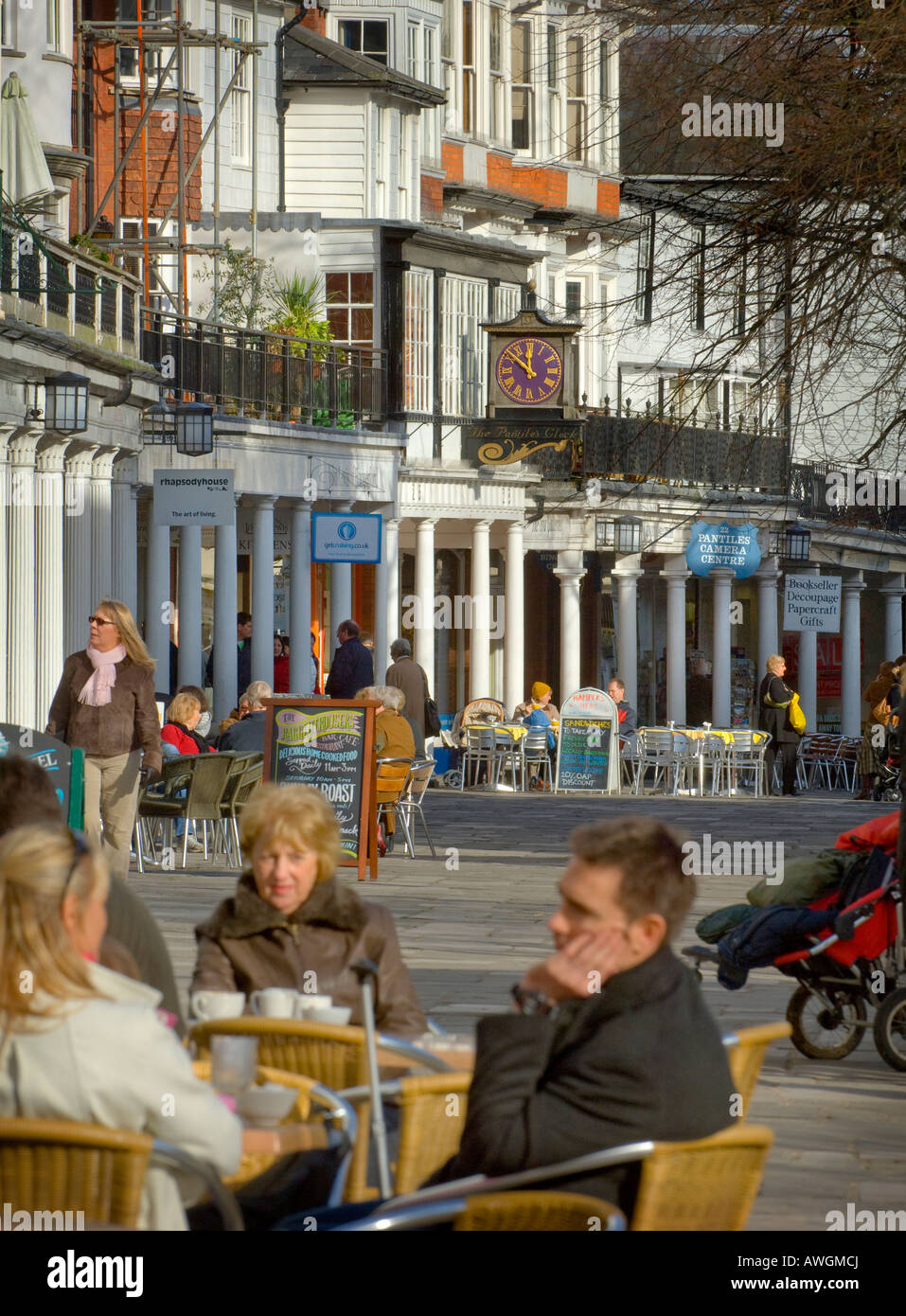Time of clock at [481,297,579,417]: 11:51
